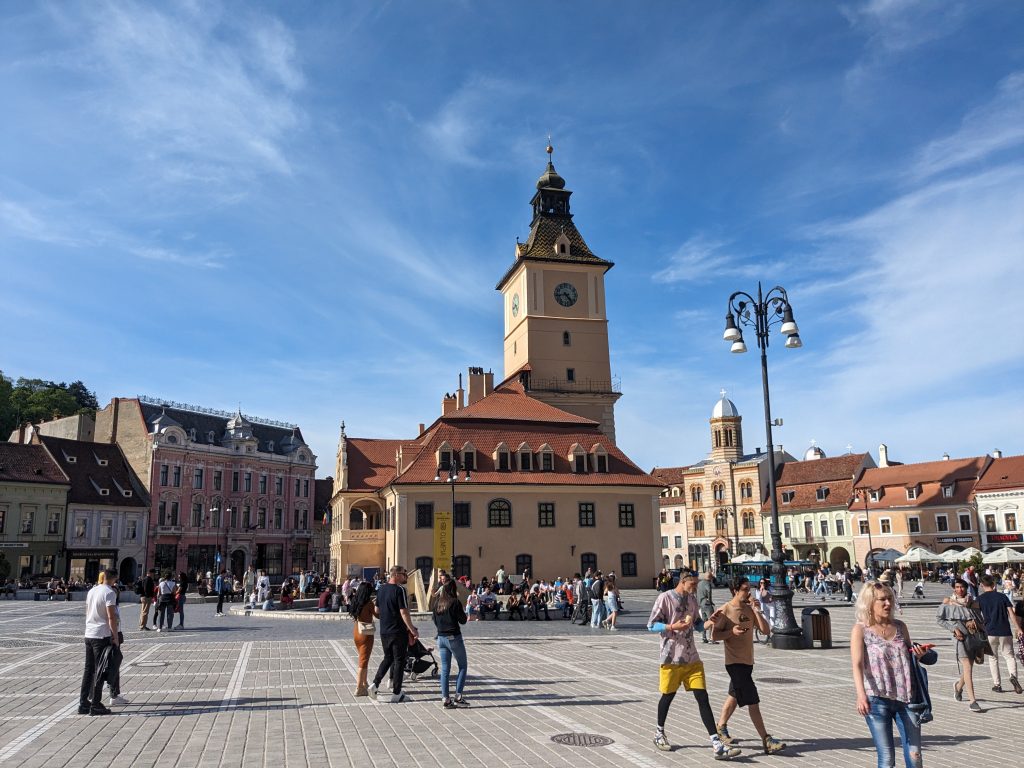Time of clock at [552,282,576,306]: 4:42
